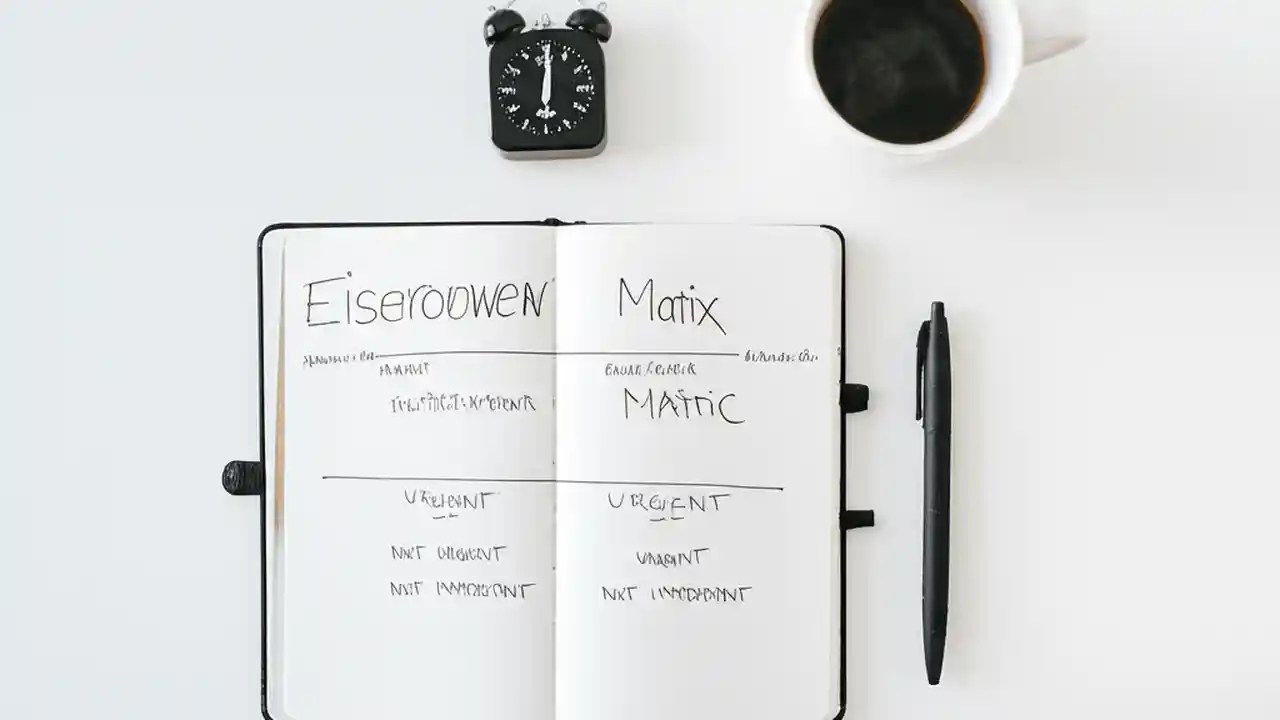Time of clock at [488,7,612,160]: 6:00
